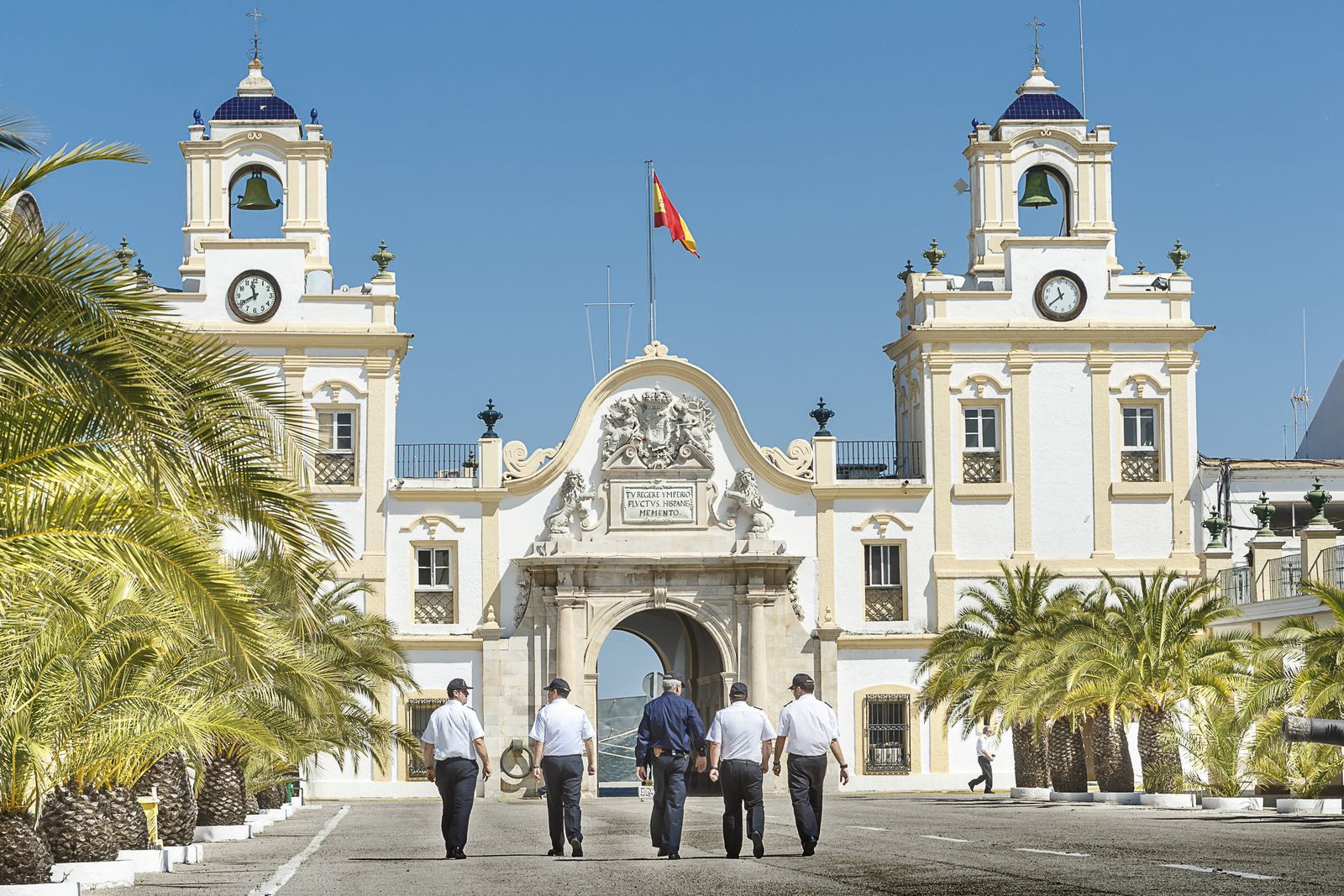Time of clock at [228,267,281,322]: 11:40
